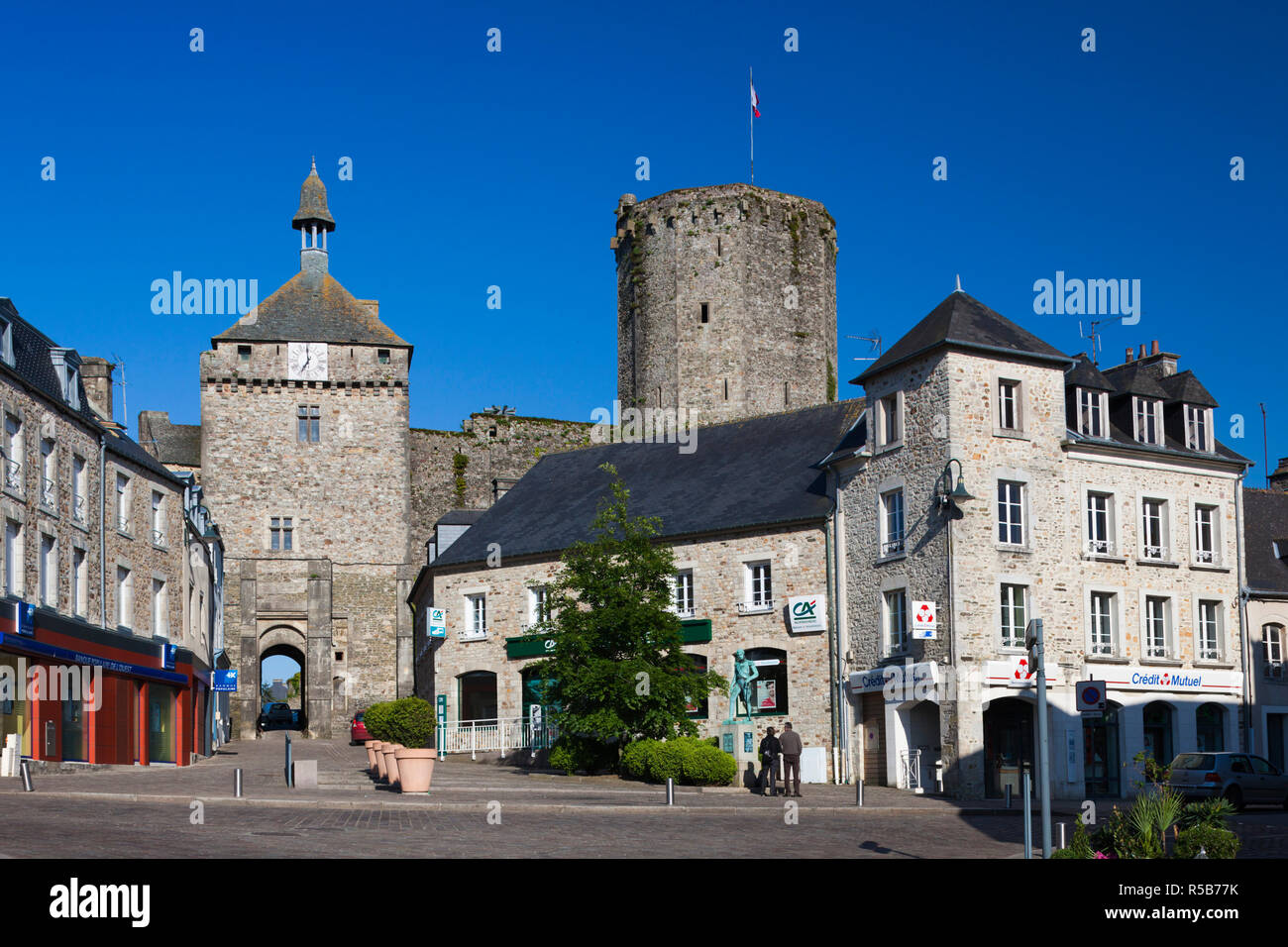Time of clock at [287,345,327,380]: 6:58
